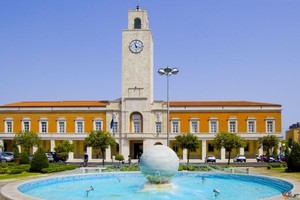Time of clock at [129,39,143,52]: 11:17
